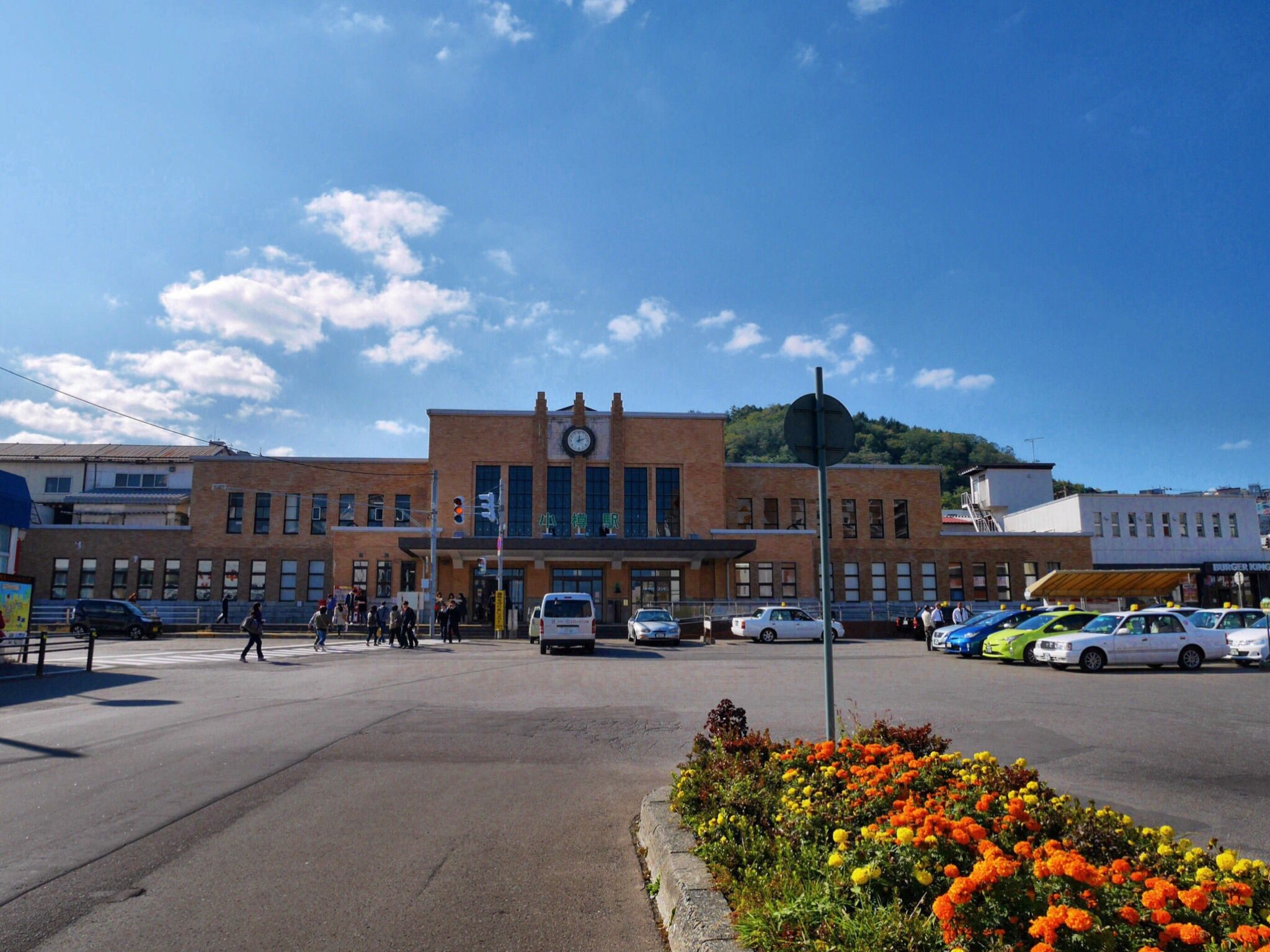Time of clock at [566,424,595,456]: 12:12
